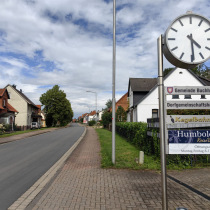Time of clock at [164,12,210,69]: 4:29
